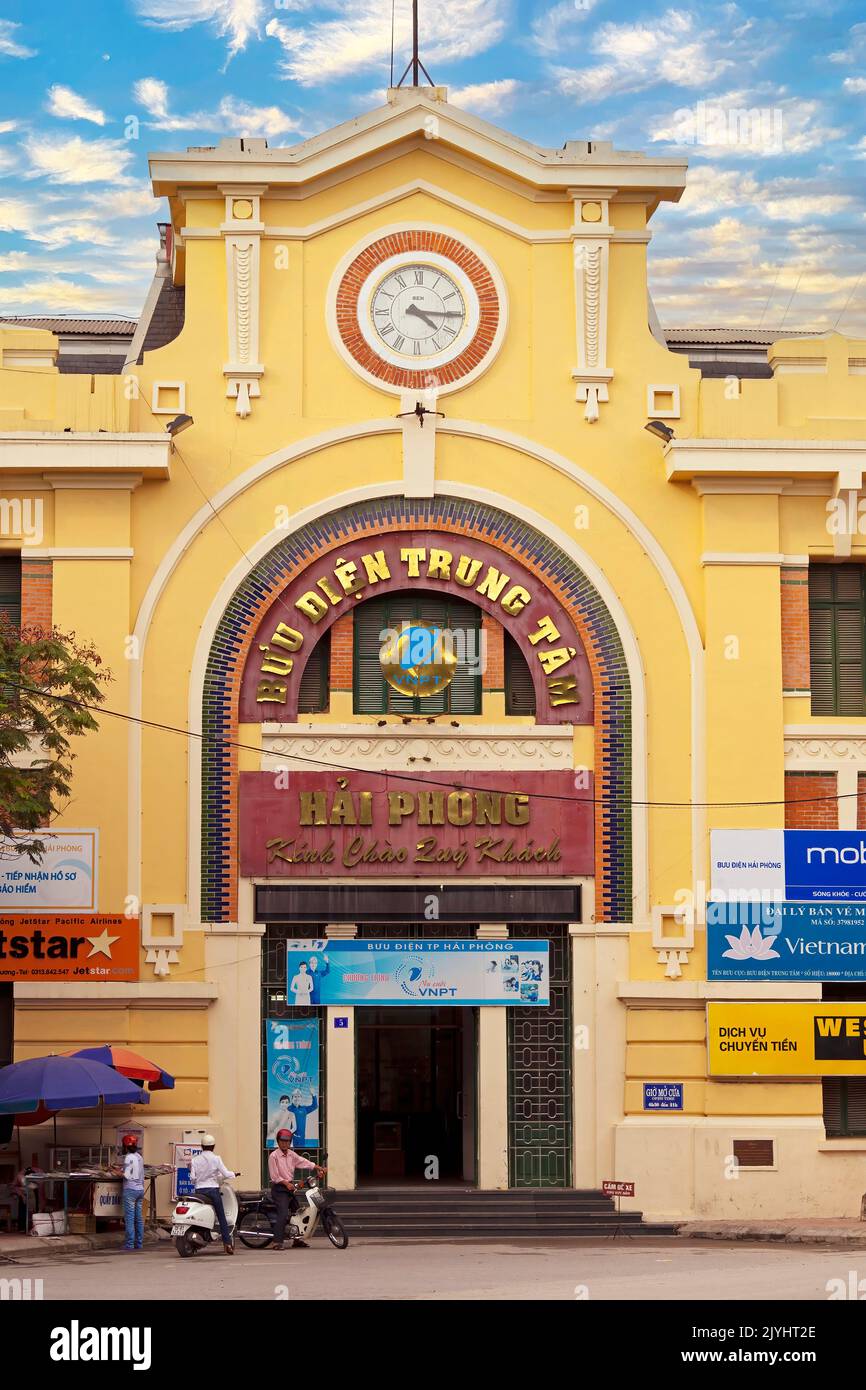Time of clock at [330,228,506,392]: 4:15
